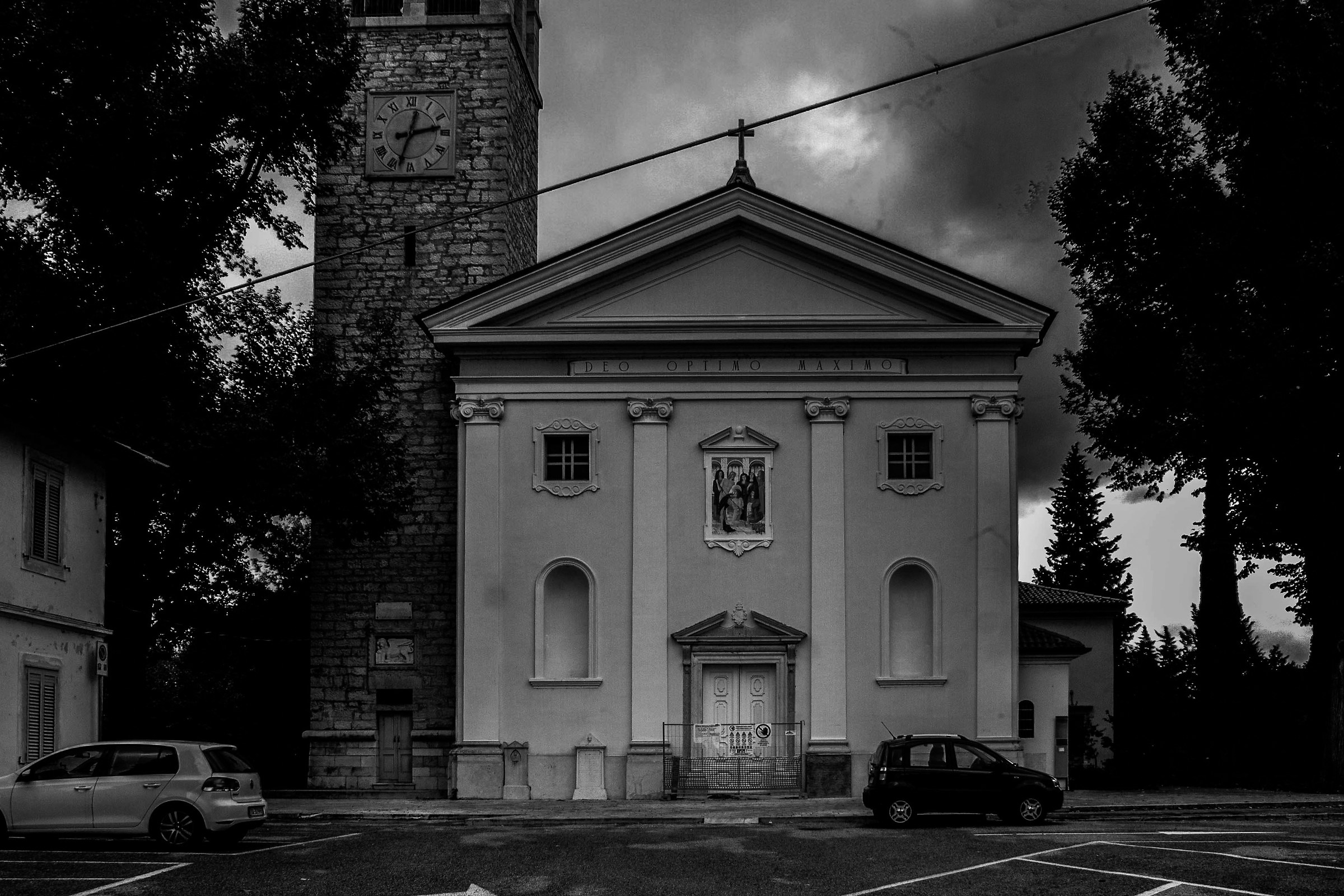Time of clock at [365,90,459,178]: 2:33
